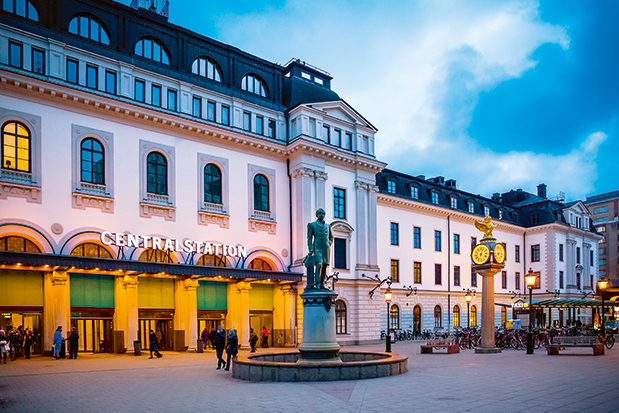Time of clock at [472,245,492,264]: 6:03
